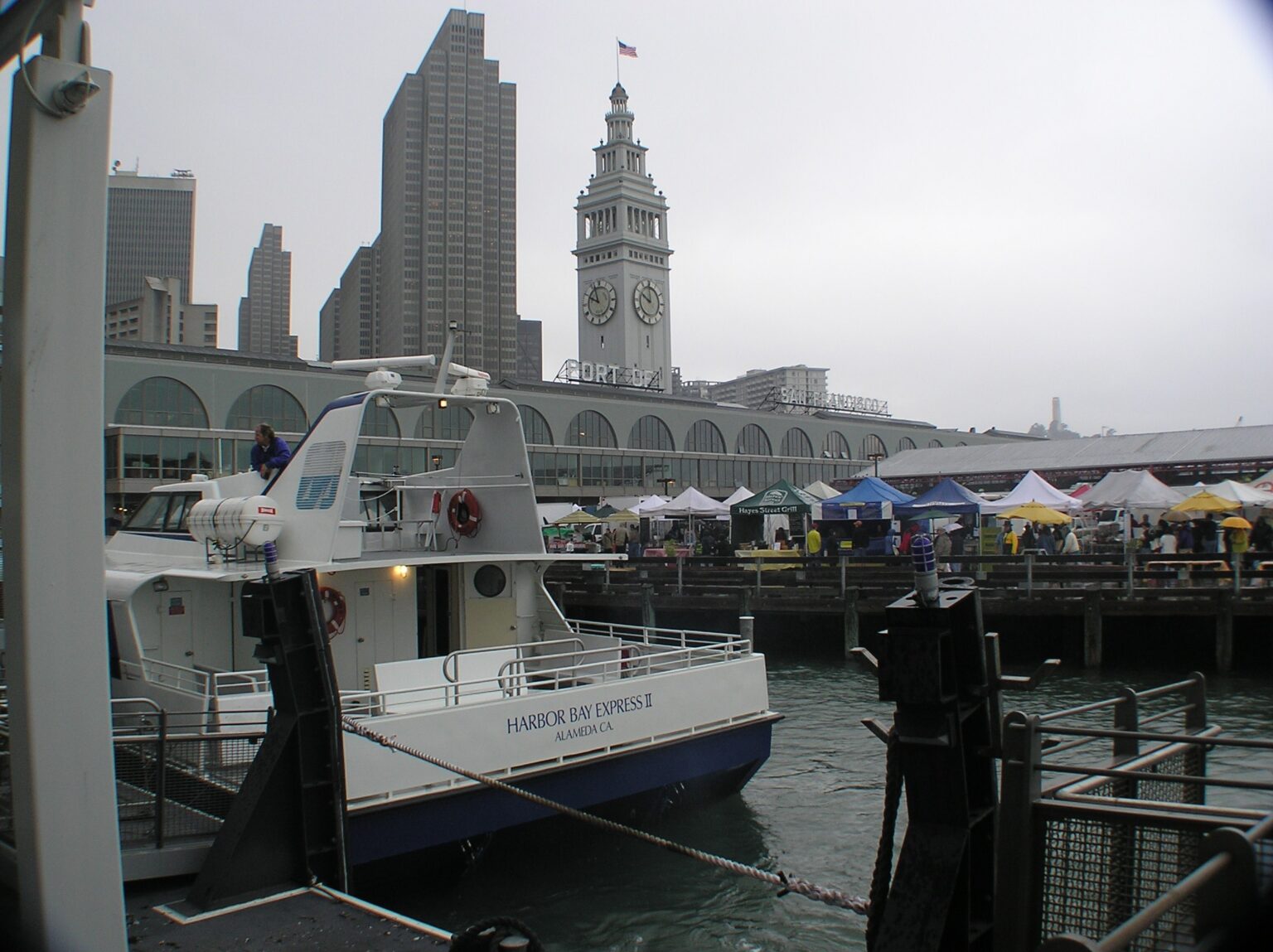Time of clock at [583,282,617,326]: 9:56
